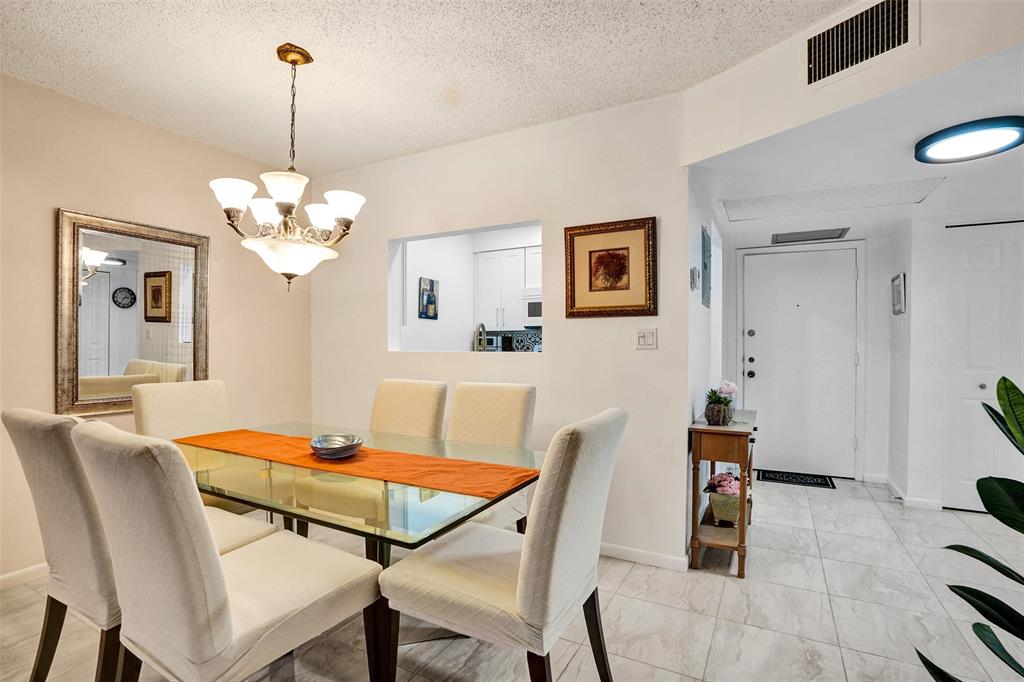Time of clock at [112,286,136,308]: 2:36
